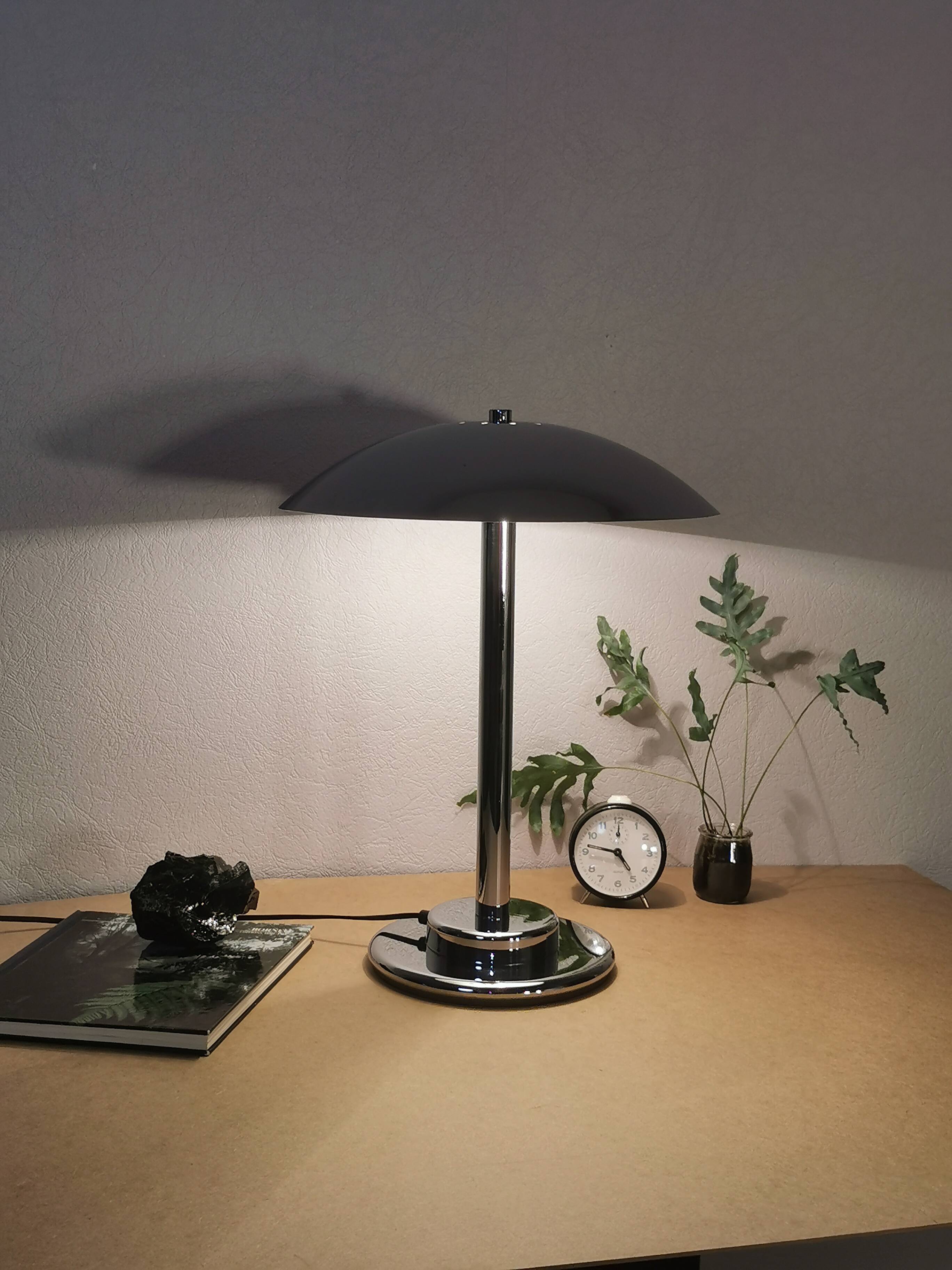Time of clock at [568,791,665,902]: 4:46
